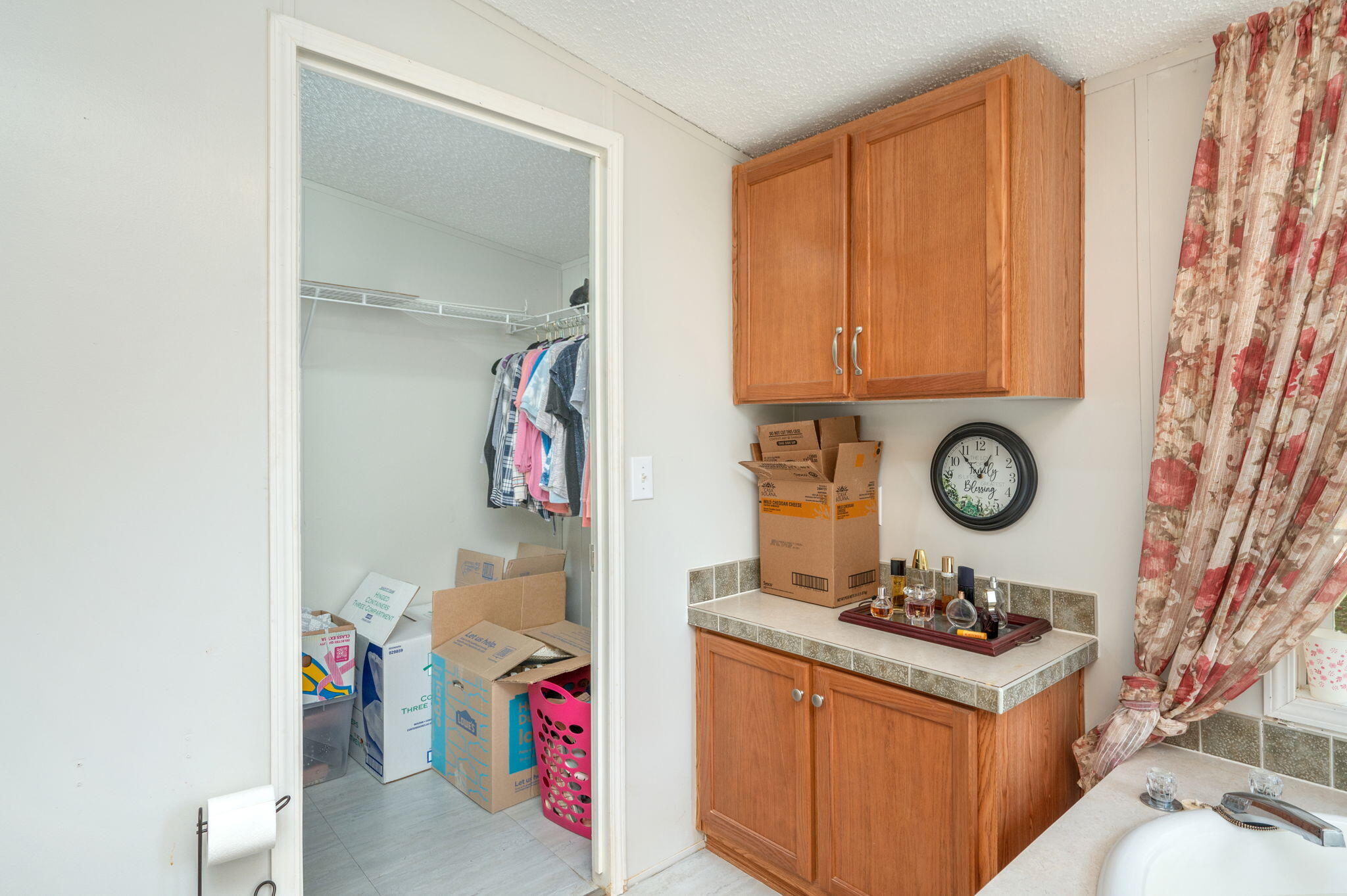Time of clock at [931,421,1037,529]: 12:53
